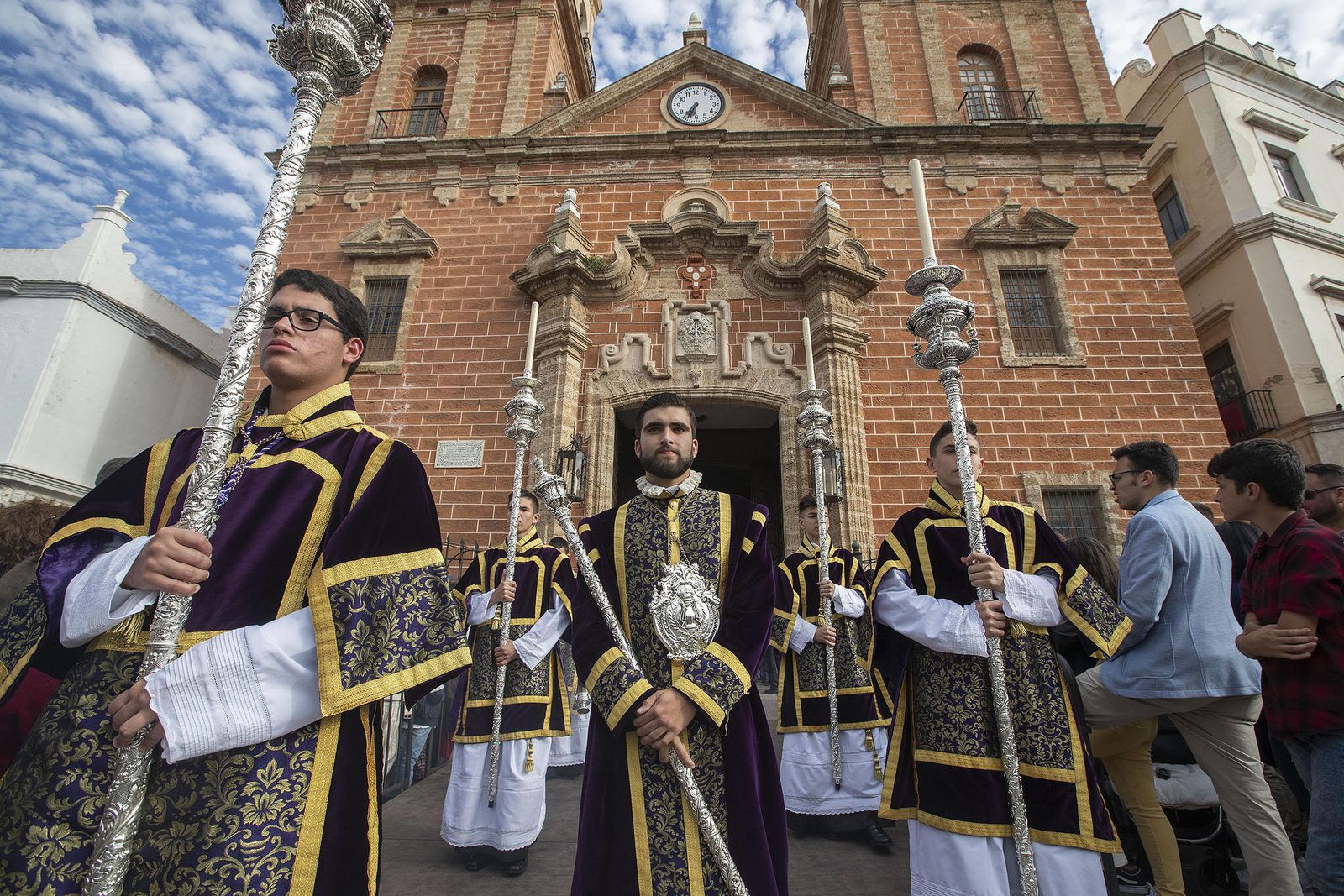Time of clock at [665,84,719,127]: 6:36
